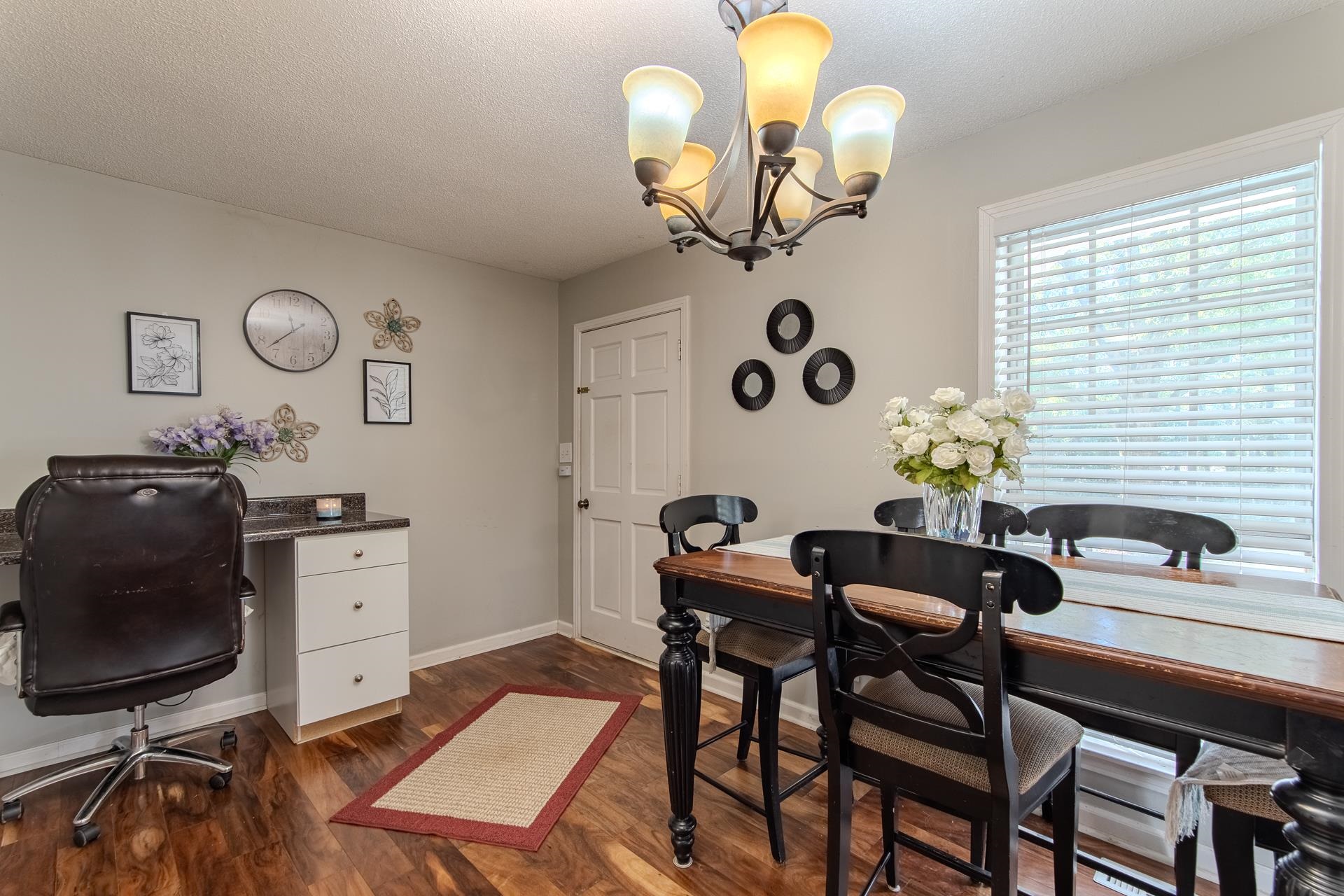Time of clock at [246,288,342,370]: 11:37
